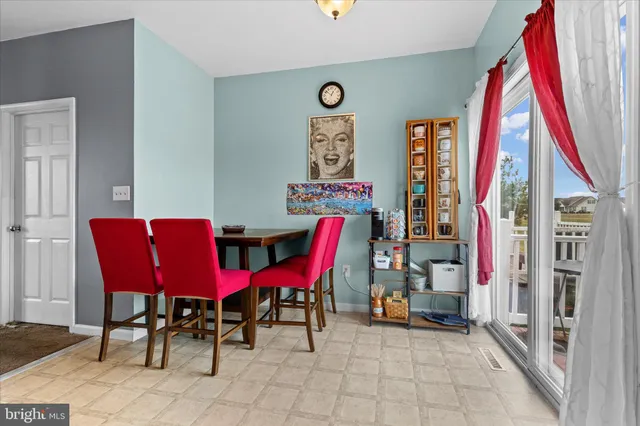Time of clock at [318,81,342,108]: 12:51
